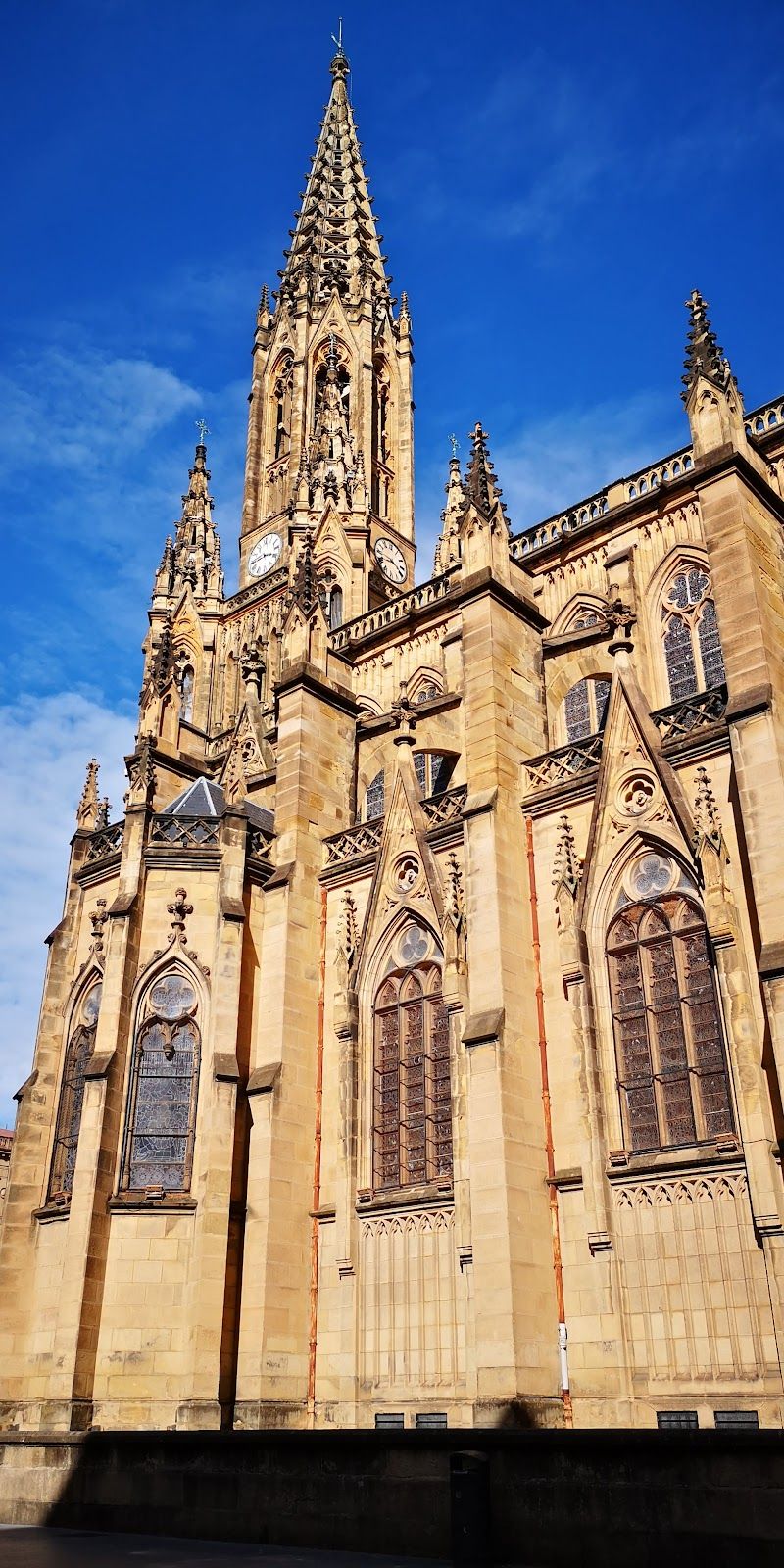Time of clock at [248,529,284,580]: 3:44
